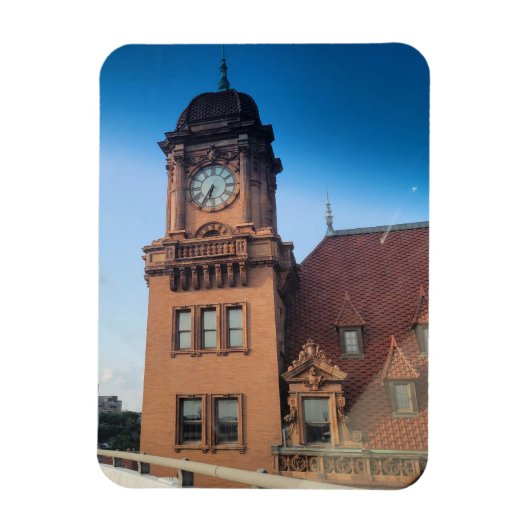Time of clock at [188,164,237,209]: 6:35
